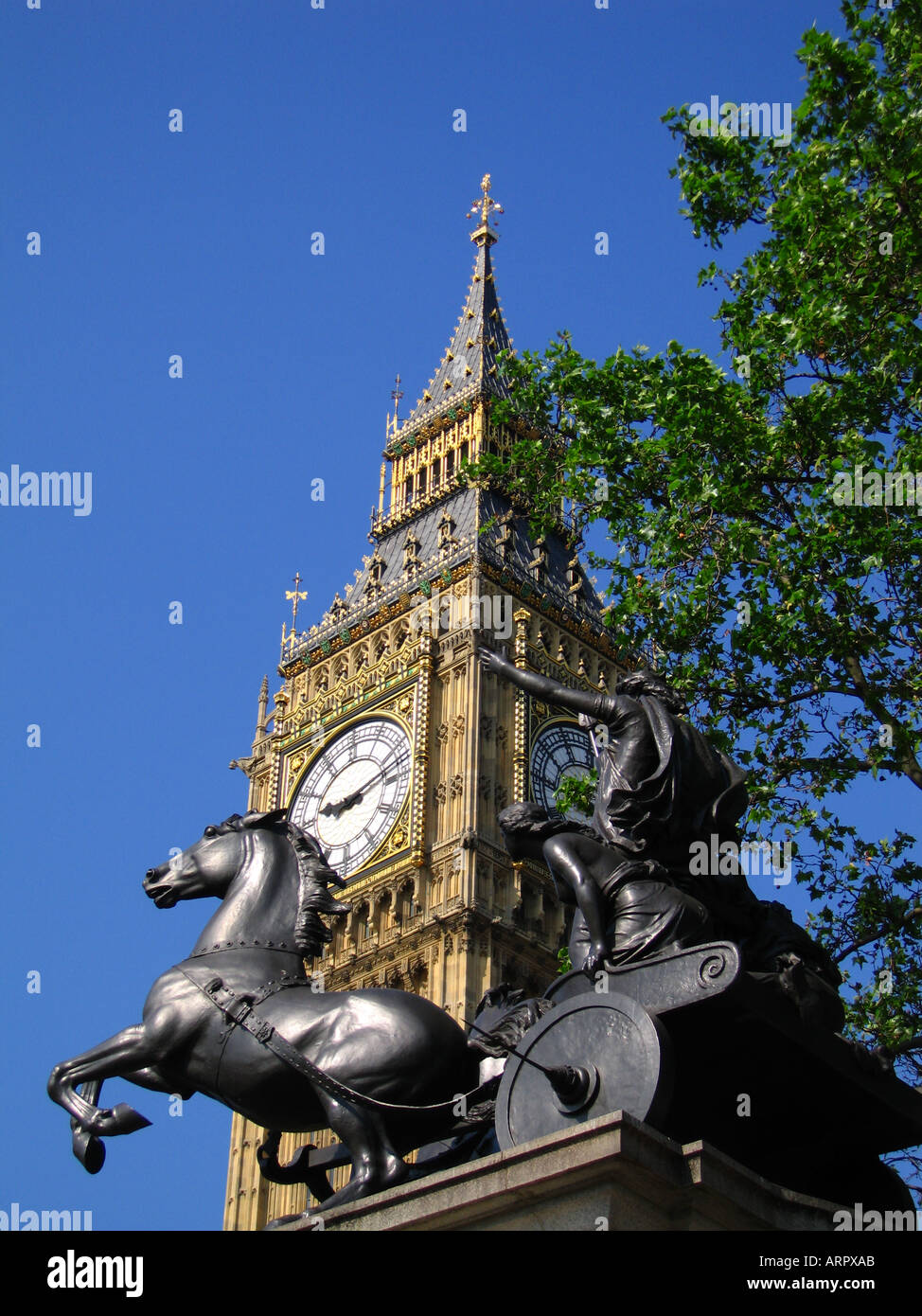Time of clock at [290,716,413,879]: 9:12
